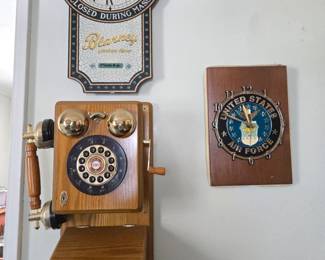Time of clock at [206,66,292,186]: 11:48
